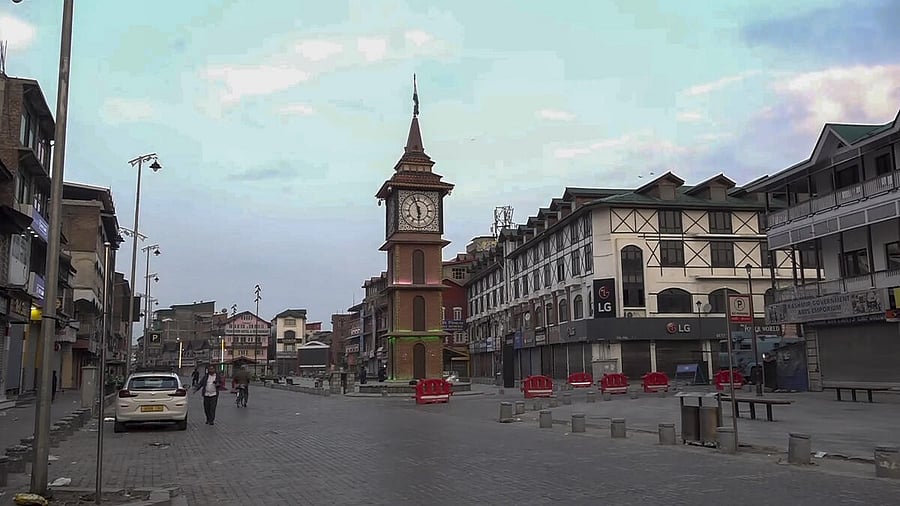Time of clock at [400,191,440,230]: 5:56
